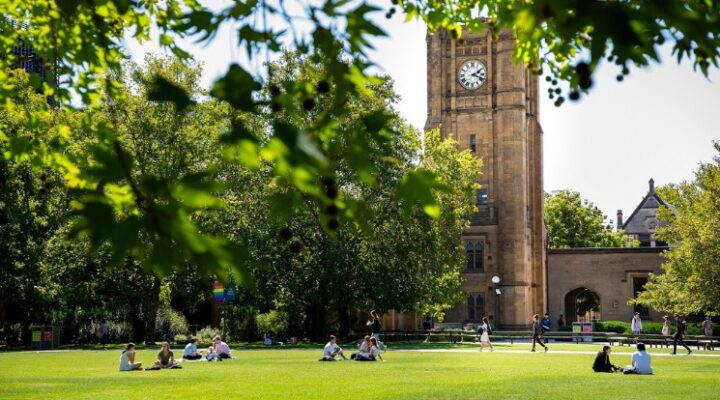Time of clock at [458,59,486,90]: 2:18
